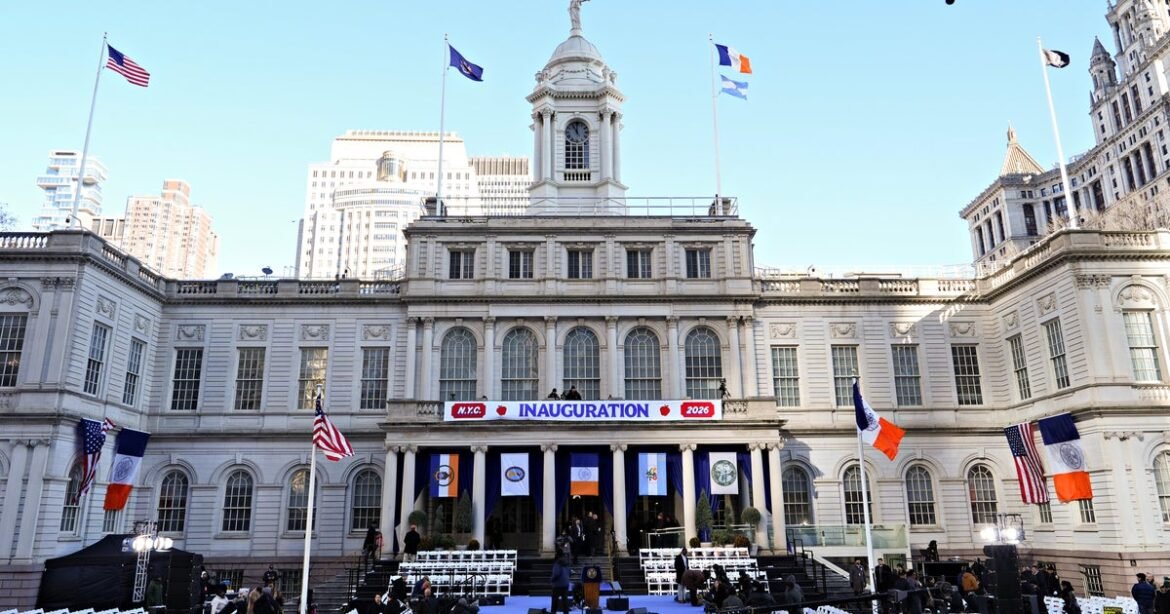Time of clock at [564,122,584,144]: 10:59
